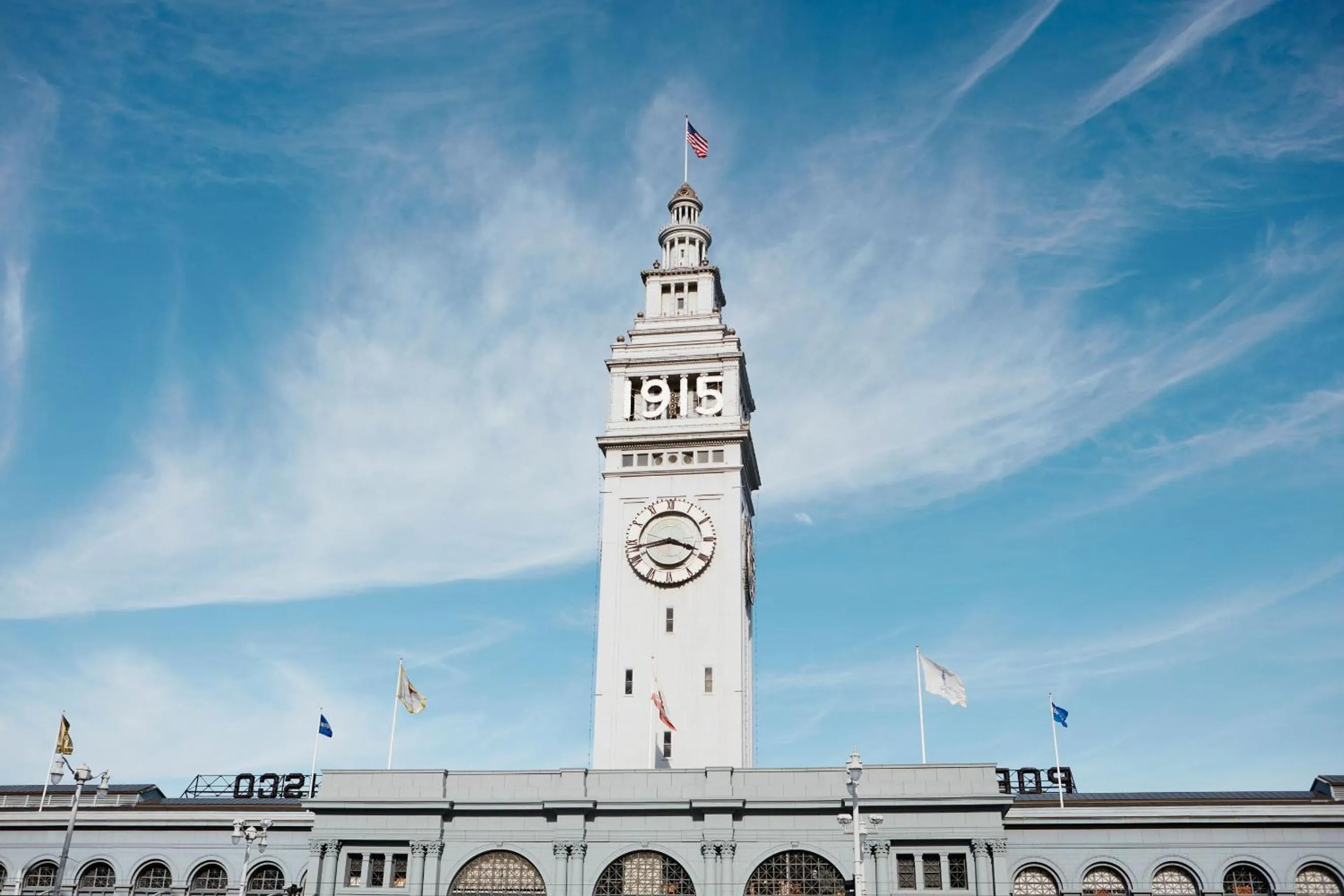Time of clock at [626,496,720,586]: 3:43
